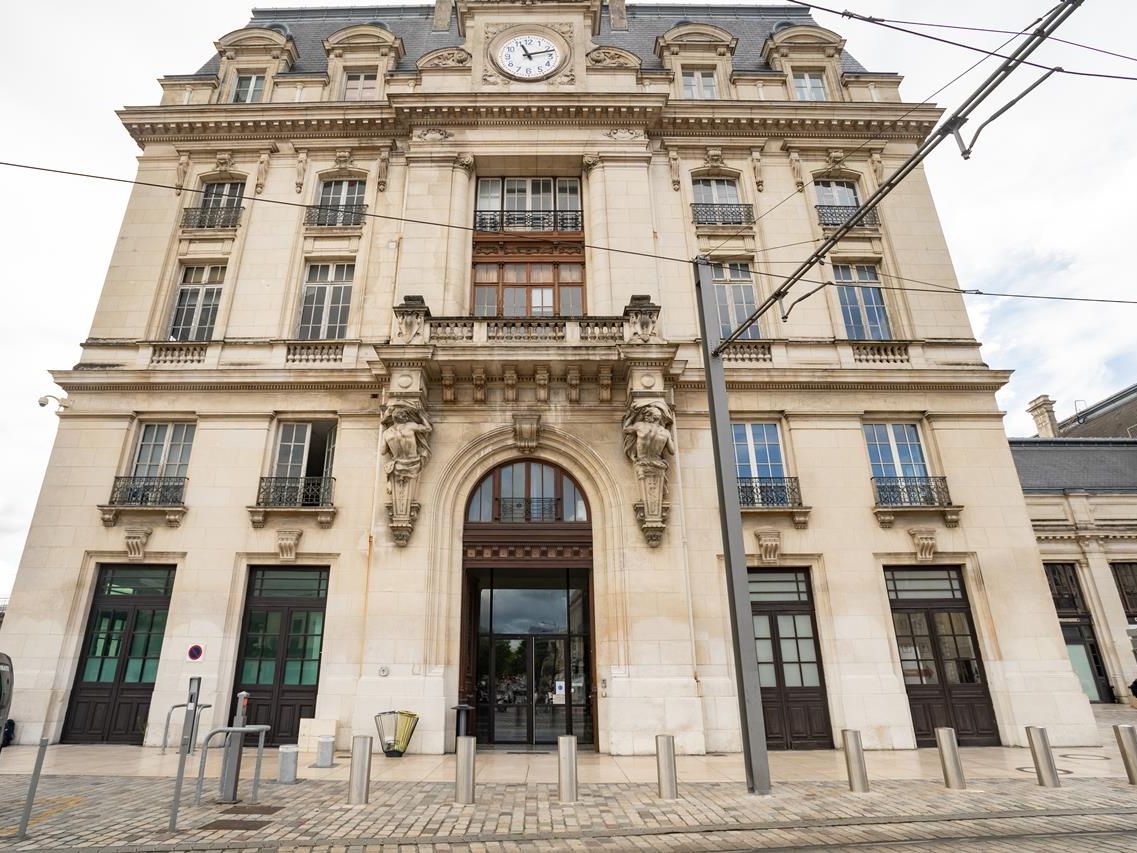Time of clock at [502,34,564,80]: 11:12
